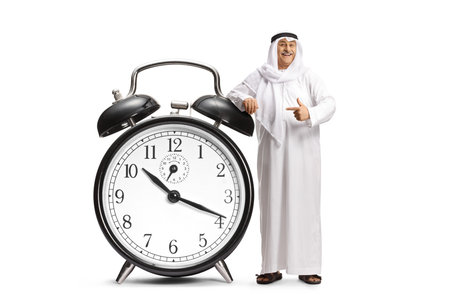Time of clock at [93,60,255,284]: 10:18
